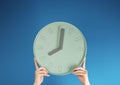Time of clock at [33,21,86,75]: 8:01
